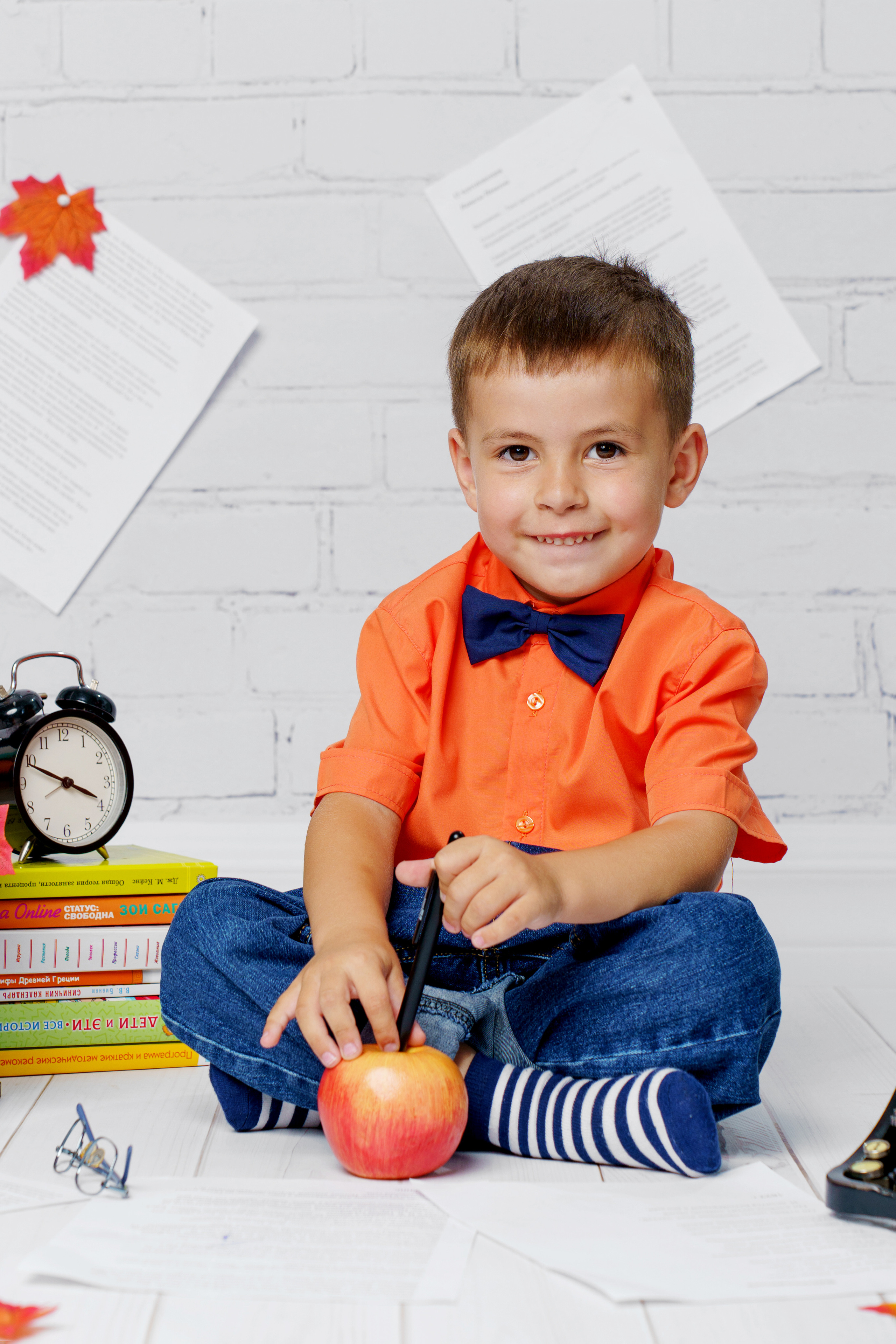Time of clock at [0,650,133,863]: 3:48
